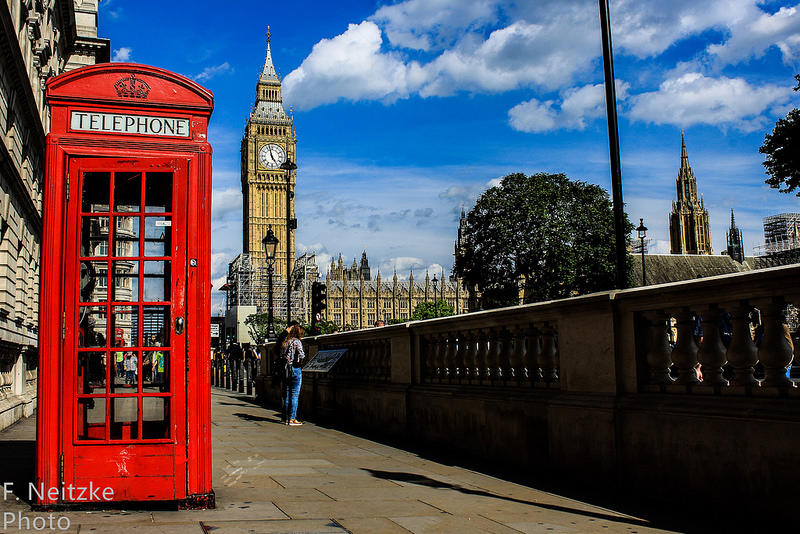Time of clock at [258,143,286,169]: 4:57
